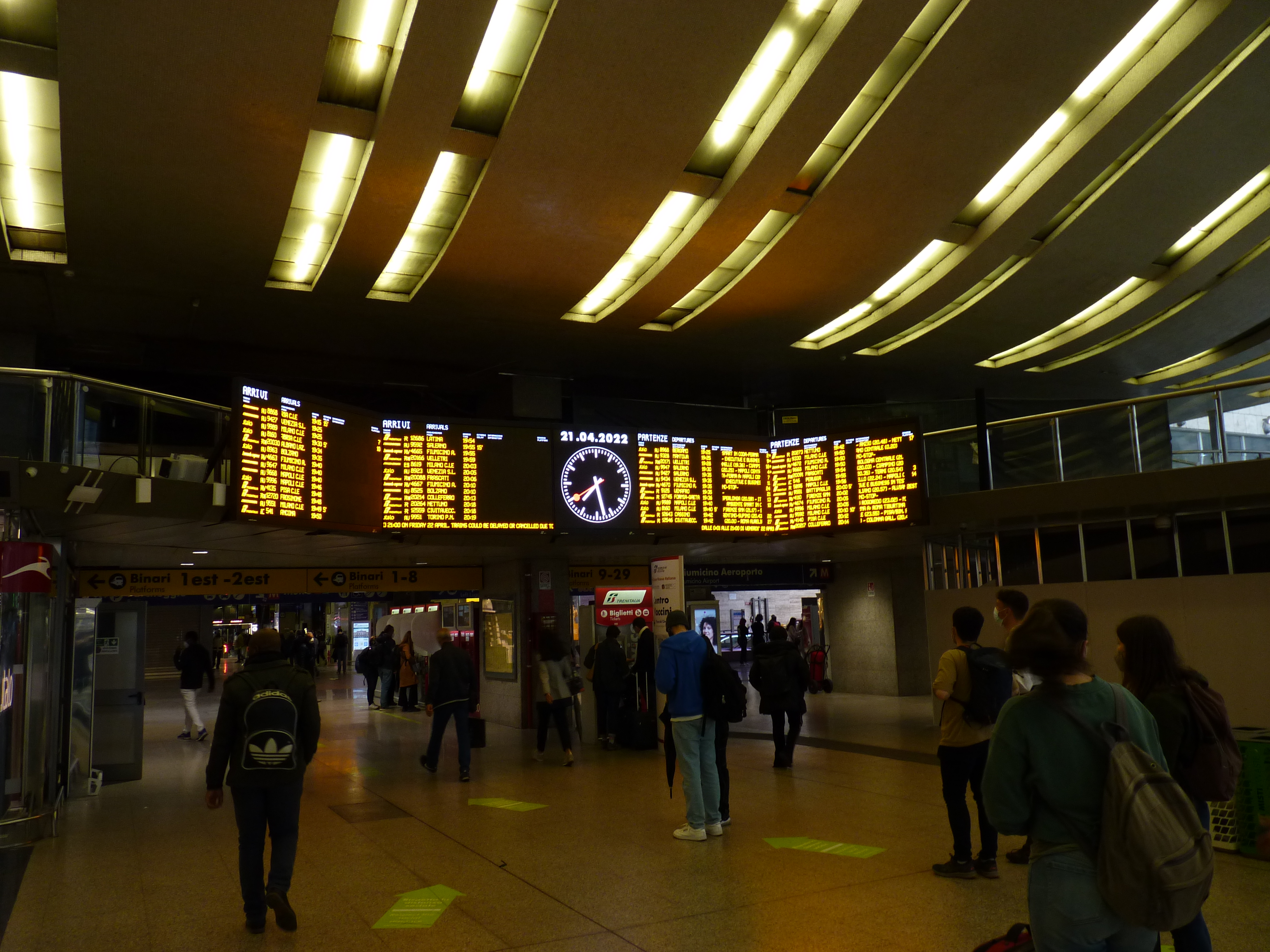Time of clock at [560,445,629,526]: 7:27
